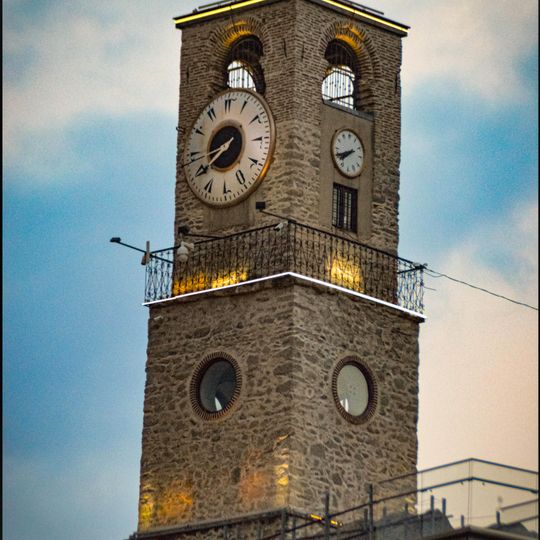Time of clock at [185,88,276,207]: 8:39
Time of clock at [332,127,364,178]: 7:41
